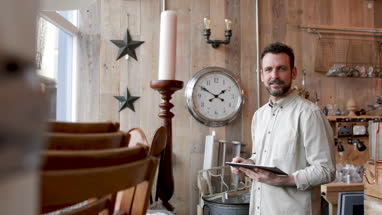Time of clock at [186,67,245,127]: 1:50
